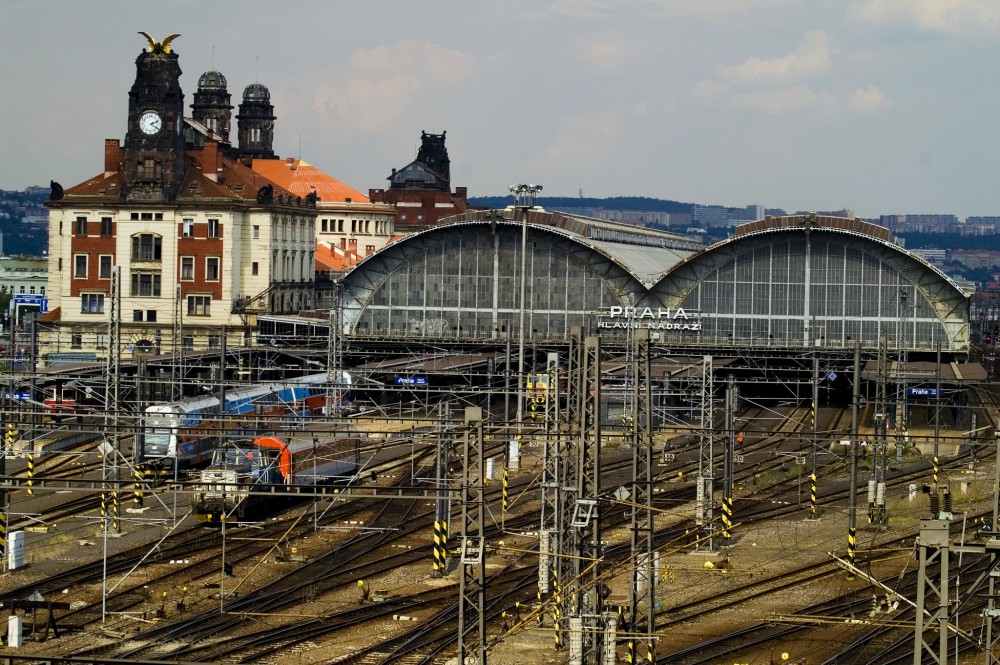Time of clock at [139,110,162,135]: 2:21
